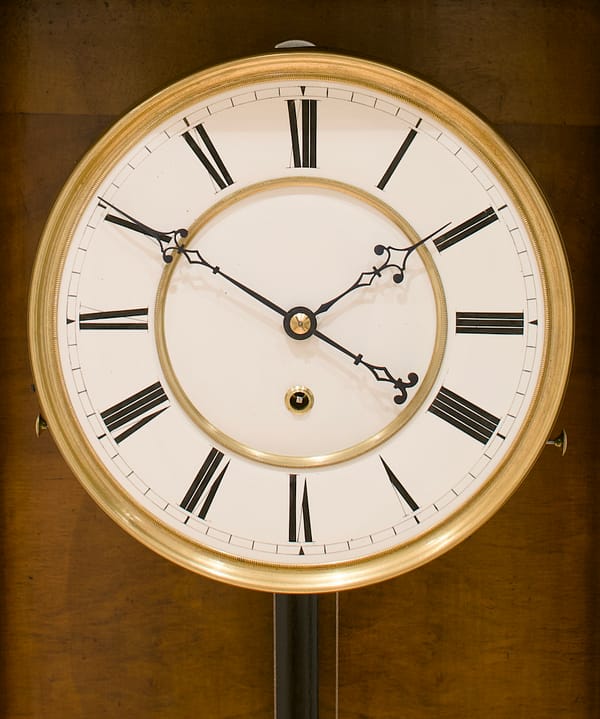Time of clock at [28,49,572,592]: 1:50
